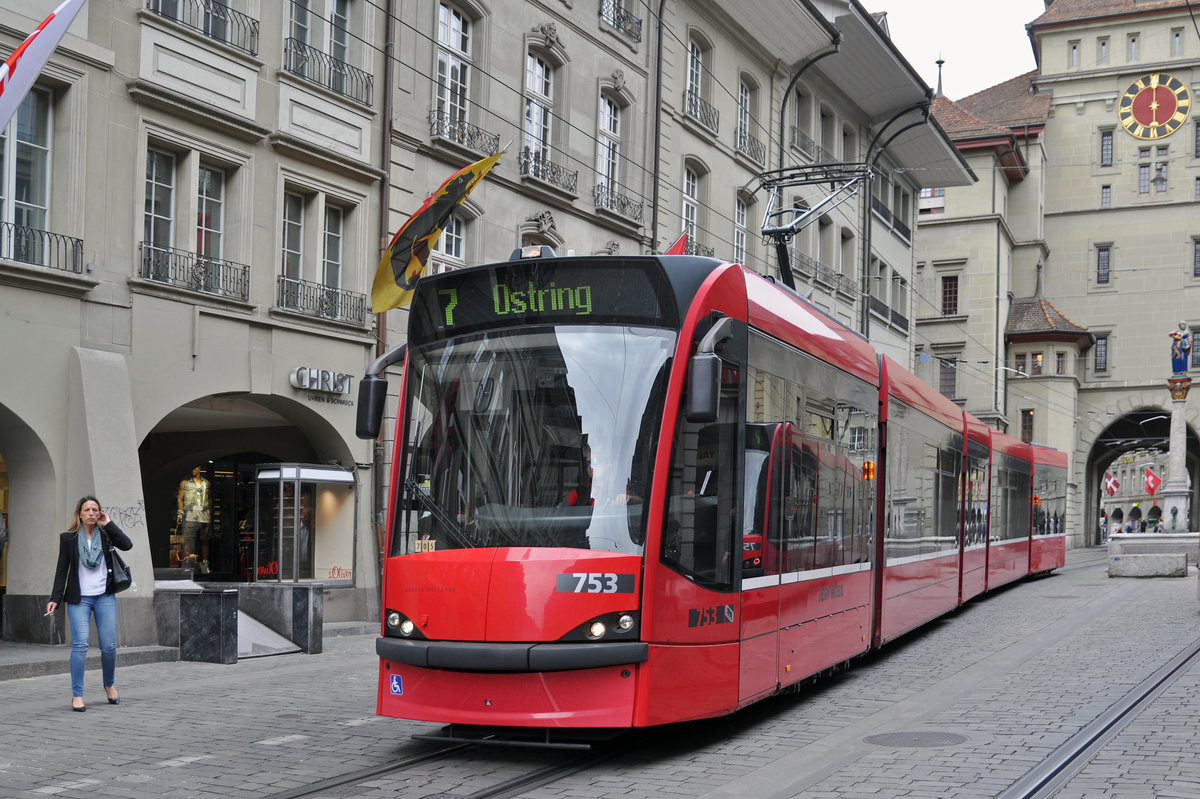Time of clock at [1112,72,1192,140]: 5:59
